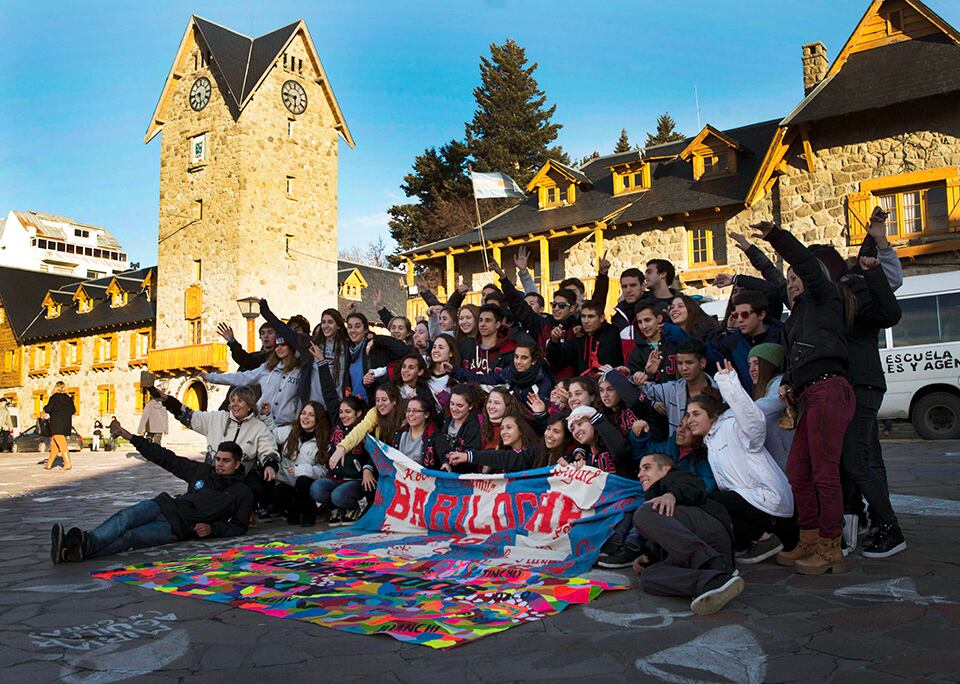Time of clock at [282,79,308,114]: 5:45
